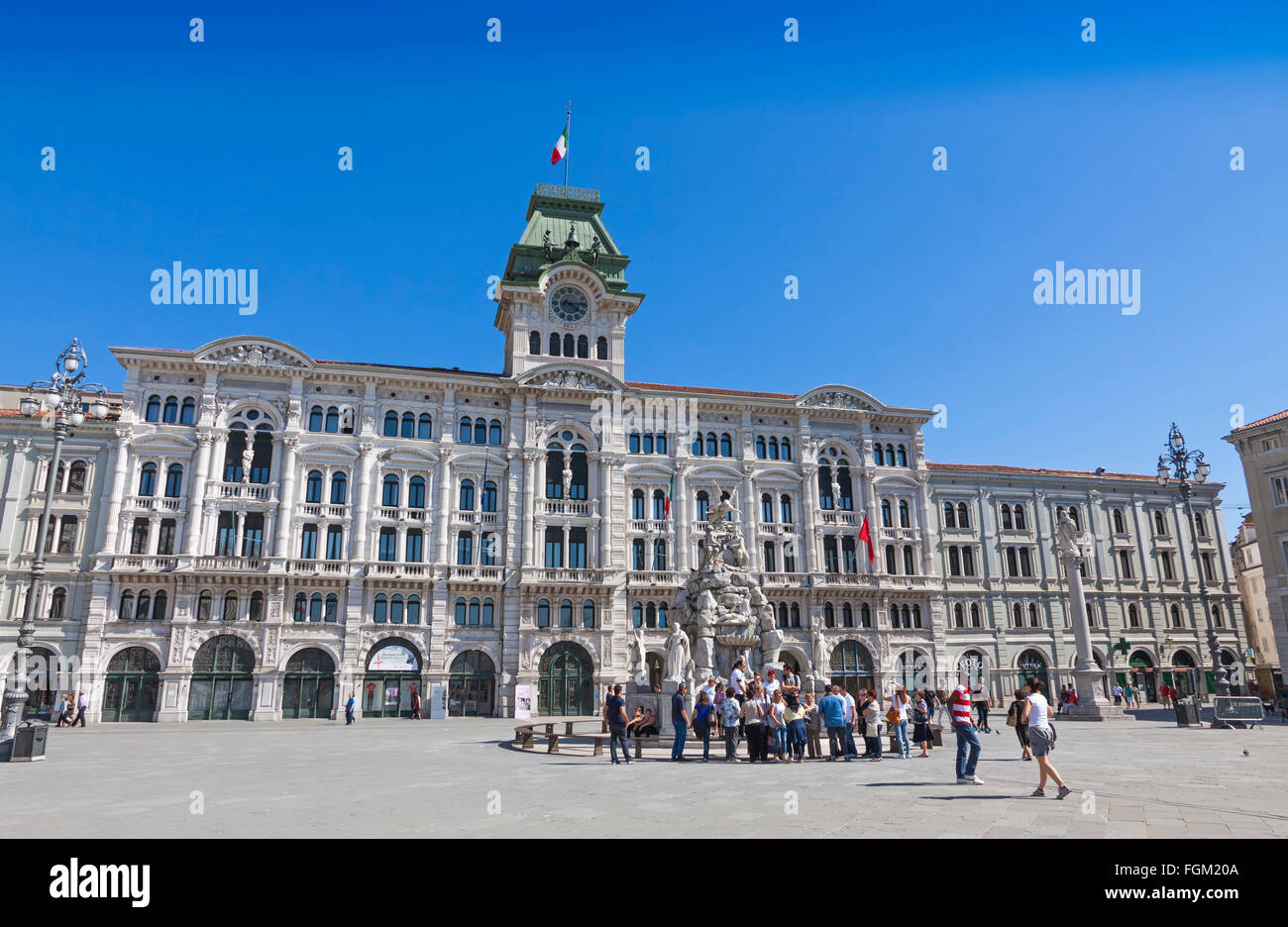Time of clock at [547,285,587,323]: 4:14
